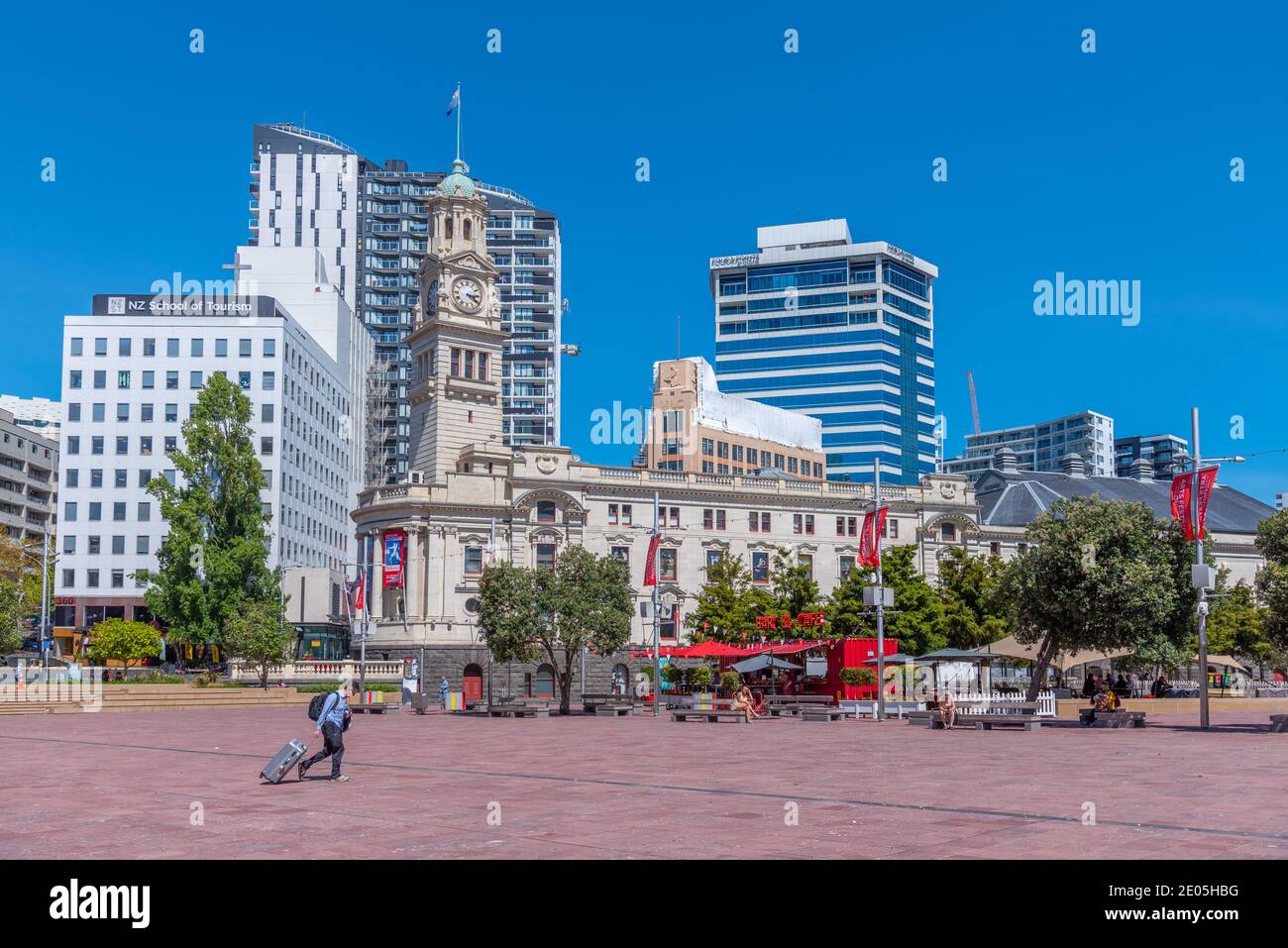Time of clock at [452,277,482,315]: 3:20
